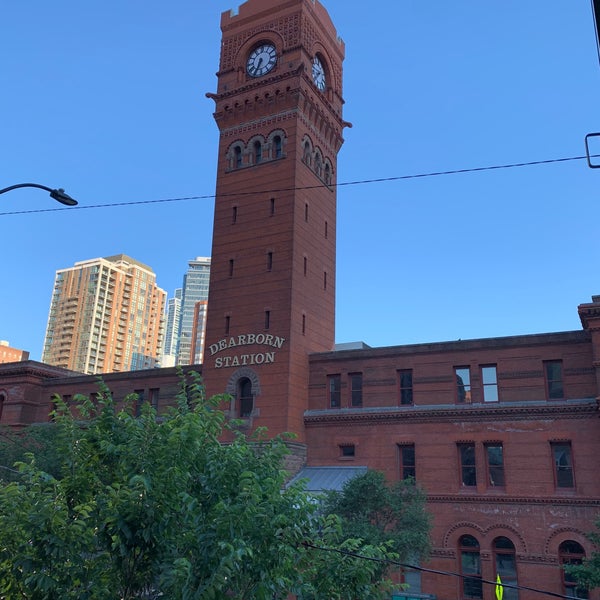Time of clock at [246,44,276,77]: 6:34
